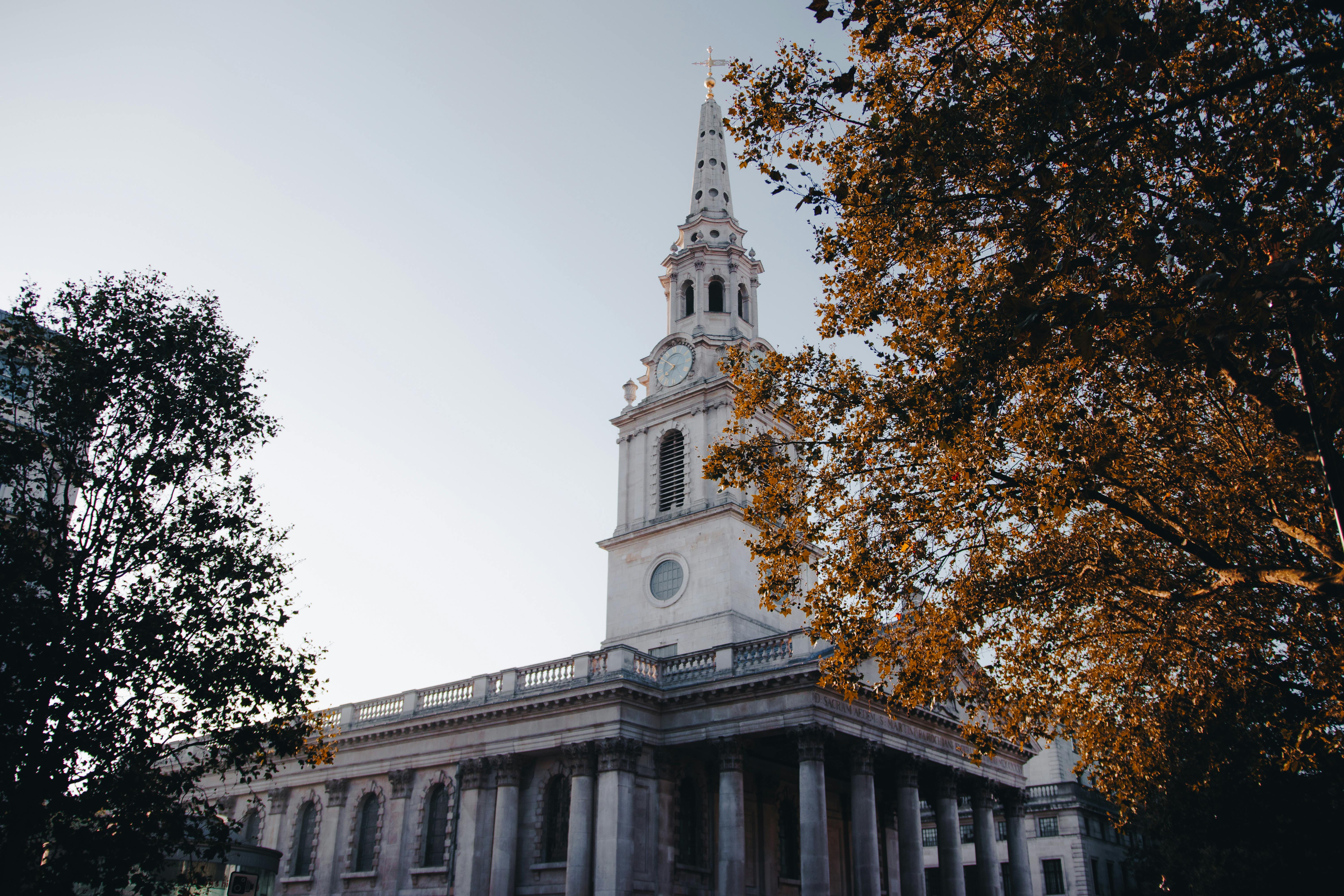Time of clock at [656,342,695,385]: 7:51
